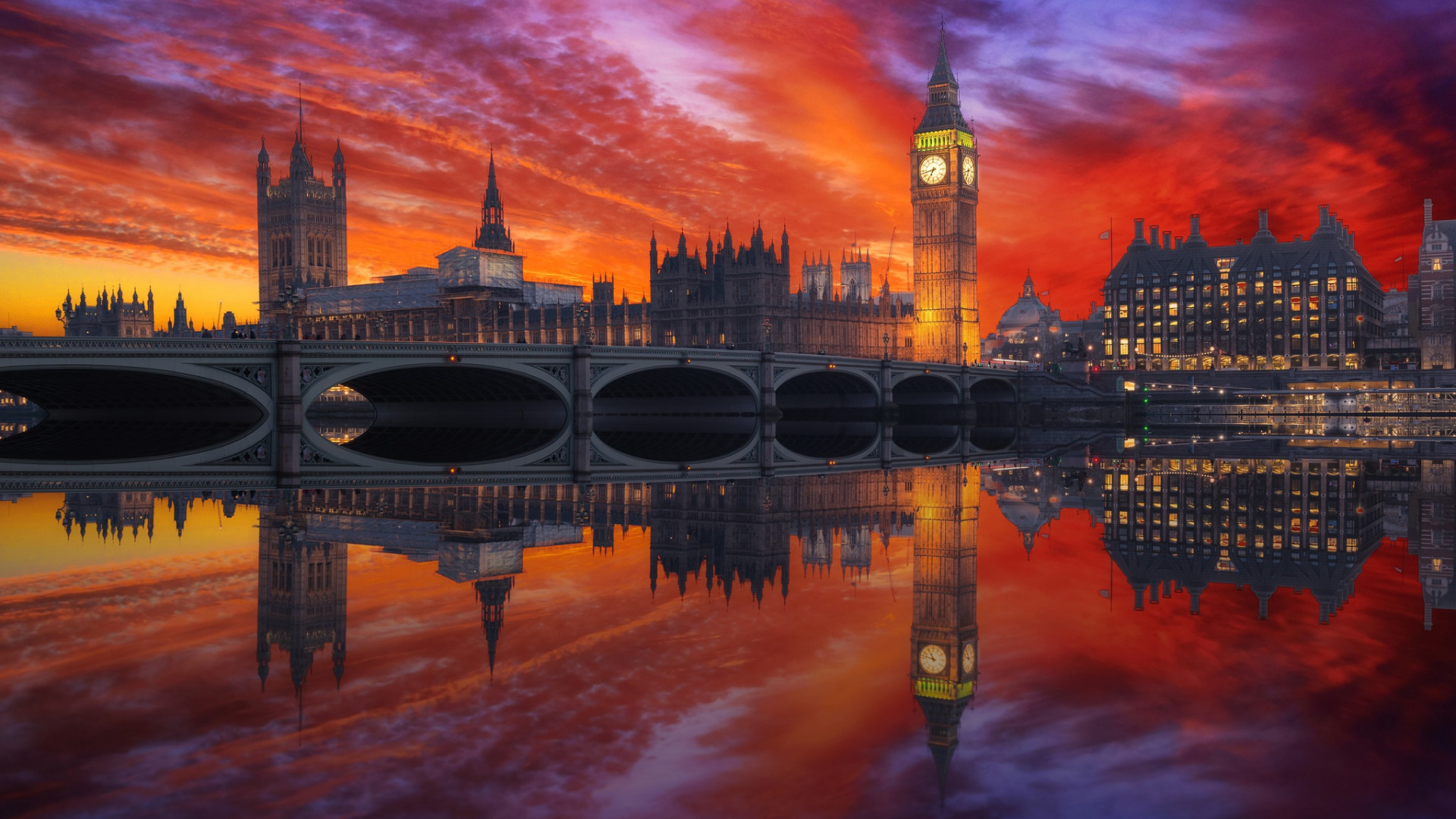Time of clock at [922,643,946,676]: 10:47
